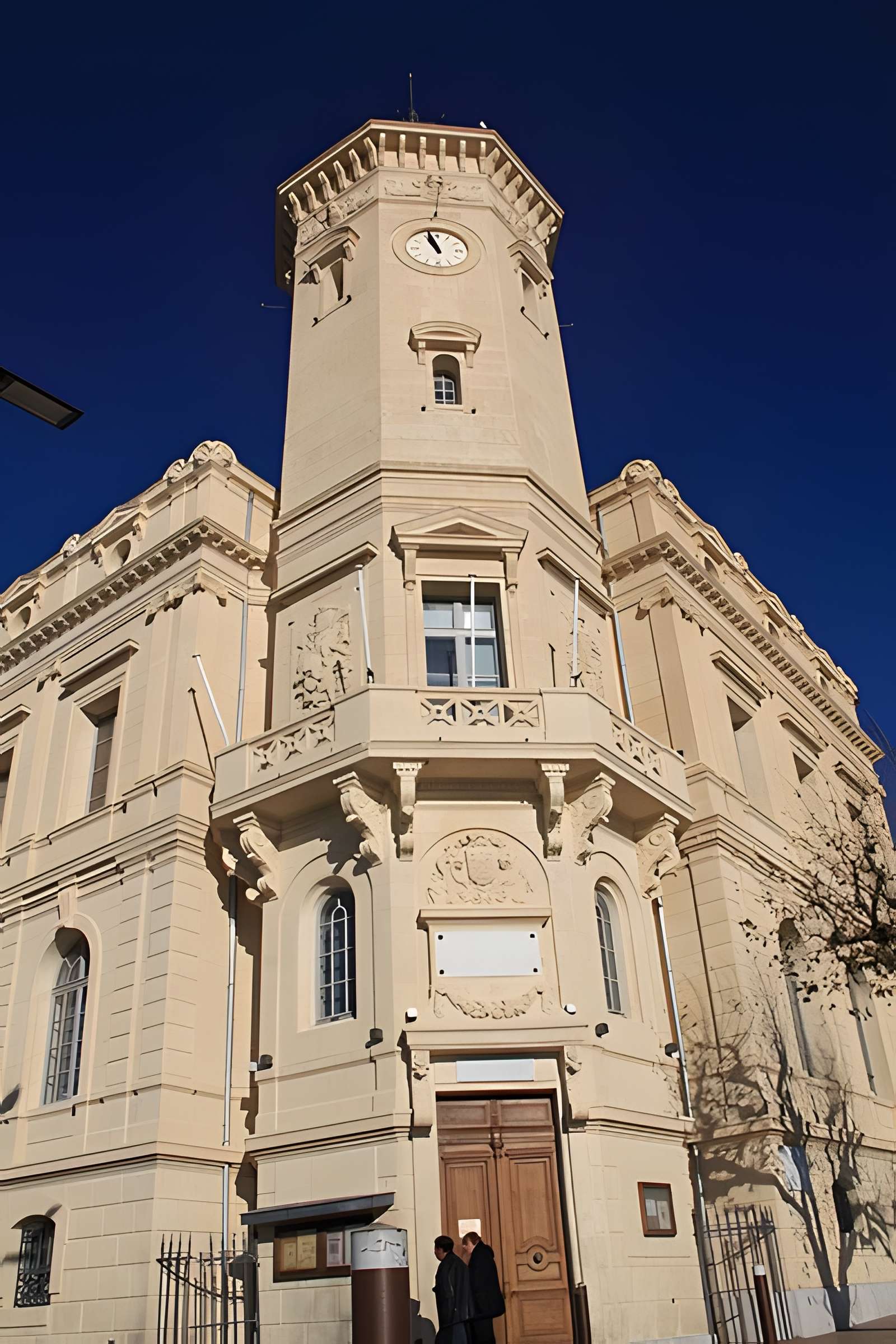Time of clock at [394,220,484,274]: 10:57
